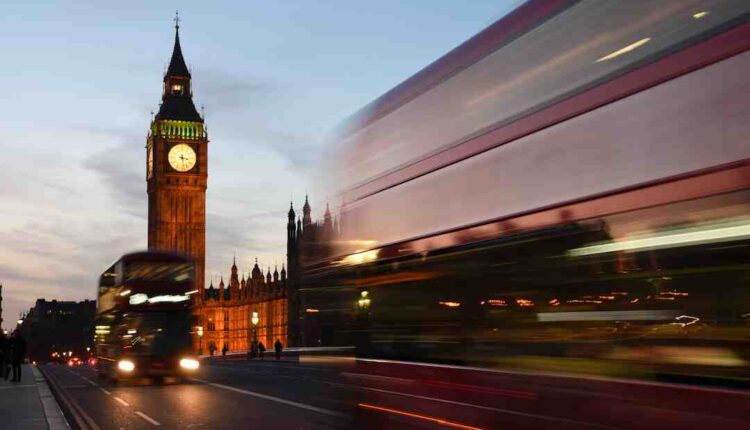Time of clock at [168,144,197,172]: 3:28
